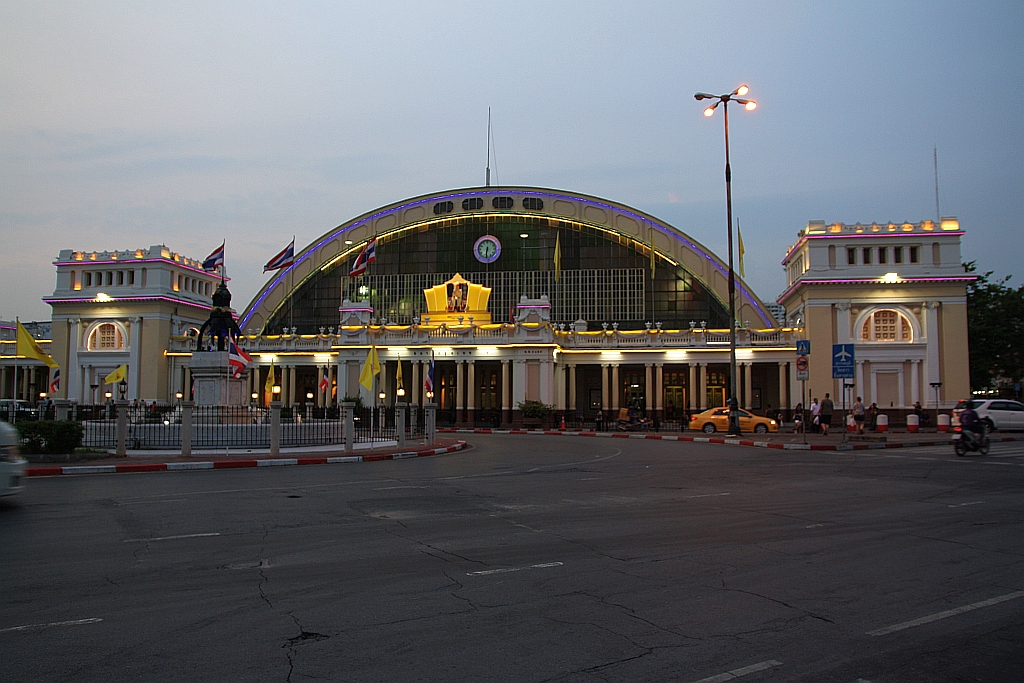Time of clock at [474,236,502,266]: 6:31
